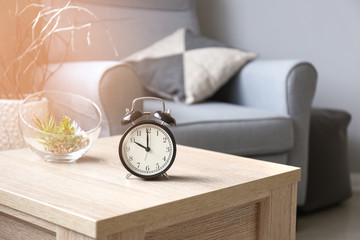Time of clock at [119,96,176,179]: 9:59
